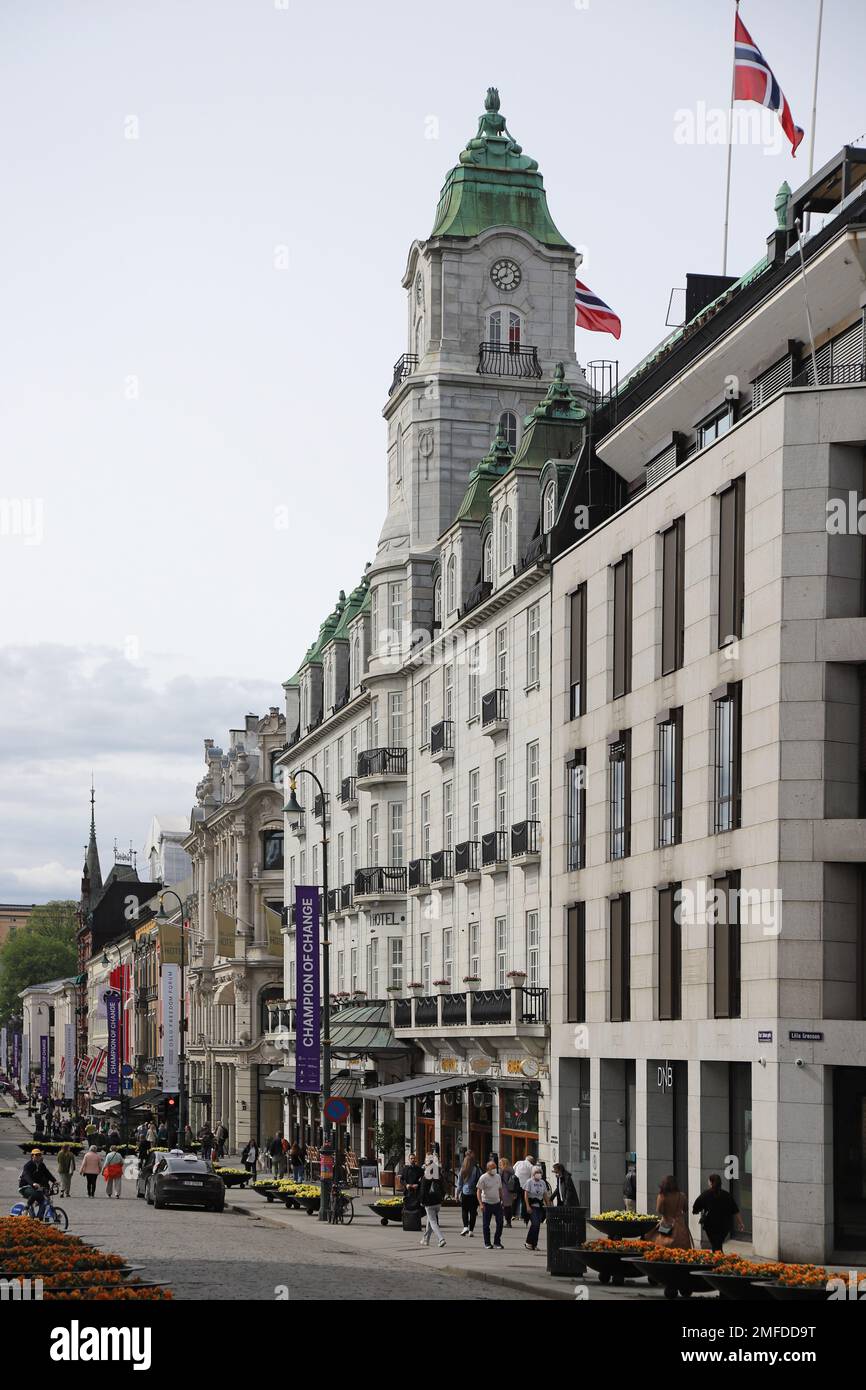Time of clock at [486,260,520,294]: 8:01
